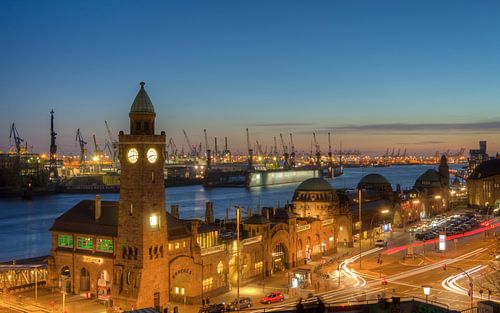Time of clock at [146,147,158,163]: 8:14
